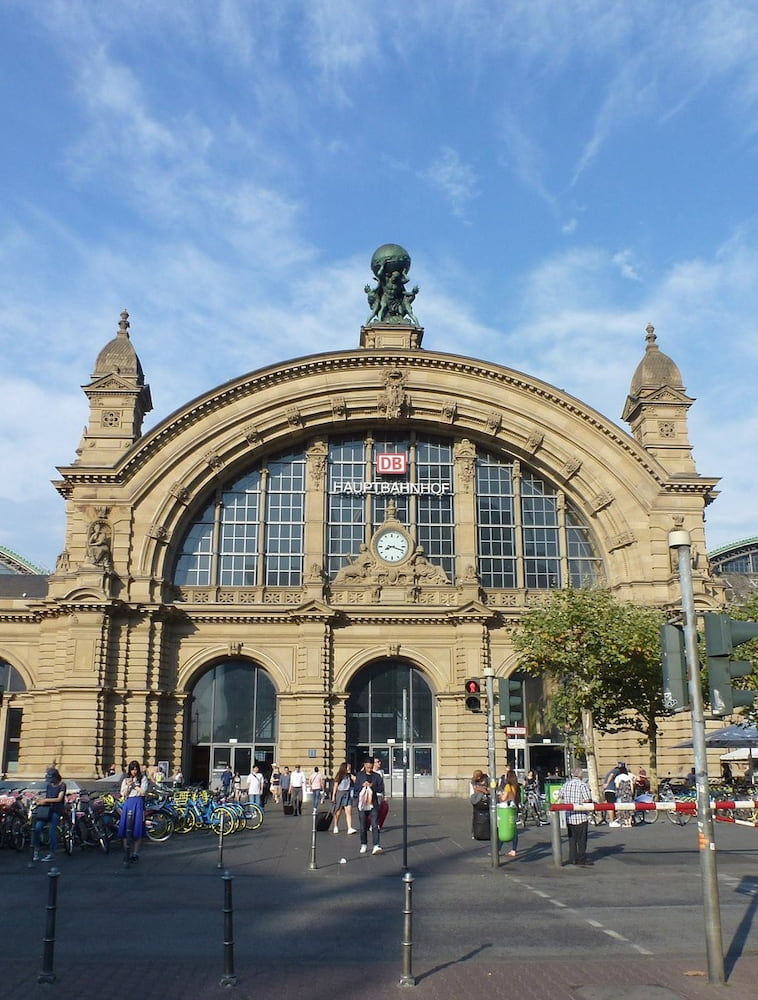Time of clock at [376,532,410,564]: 8:18
